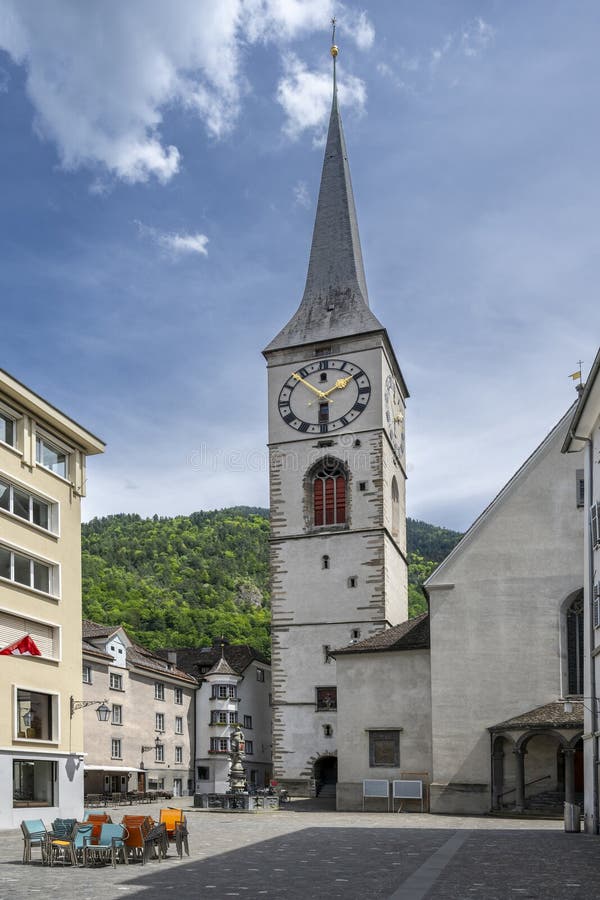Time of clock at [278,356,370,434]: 1:52
